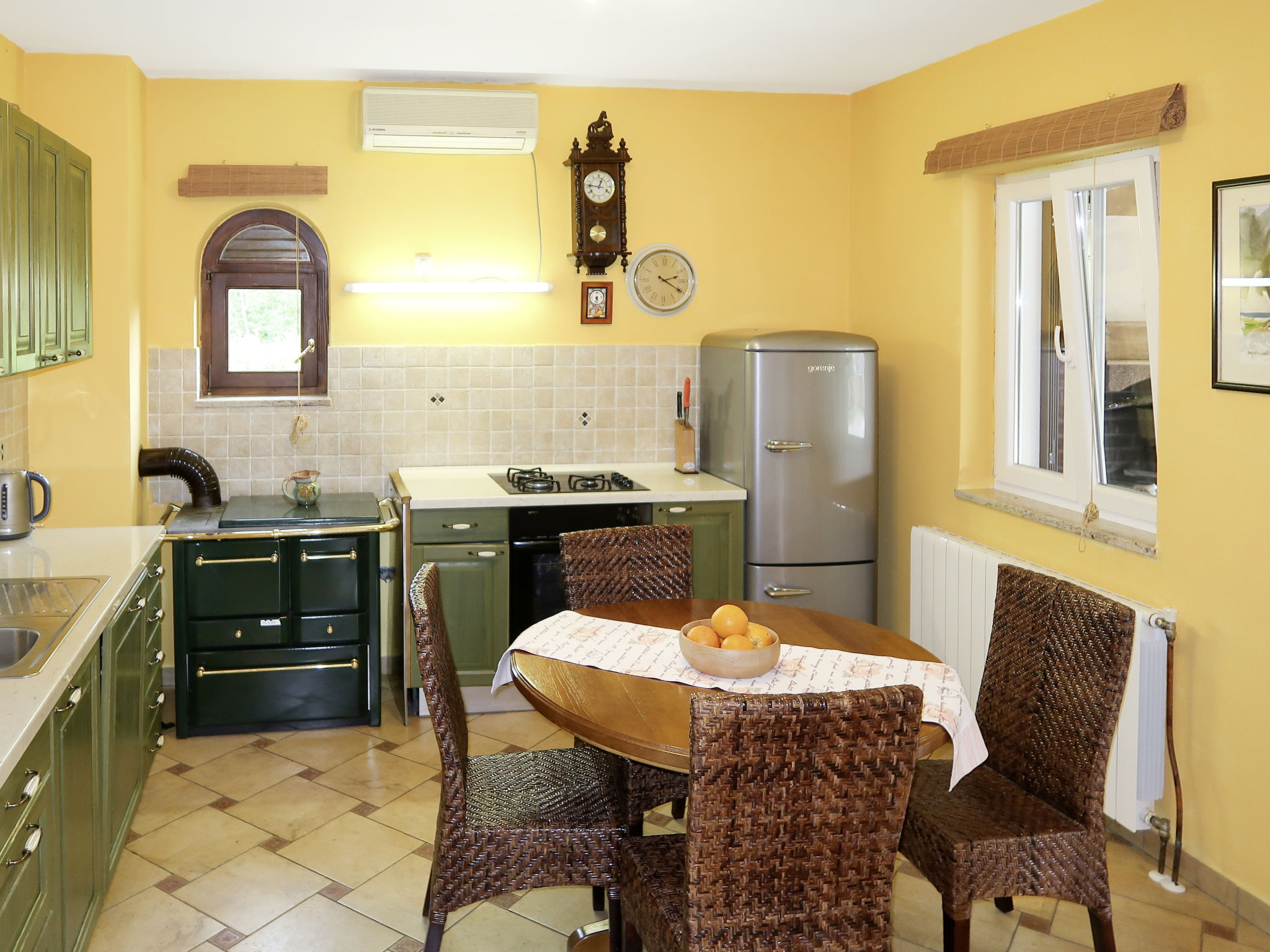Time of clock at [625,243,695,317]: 2:19
